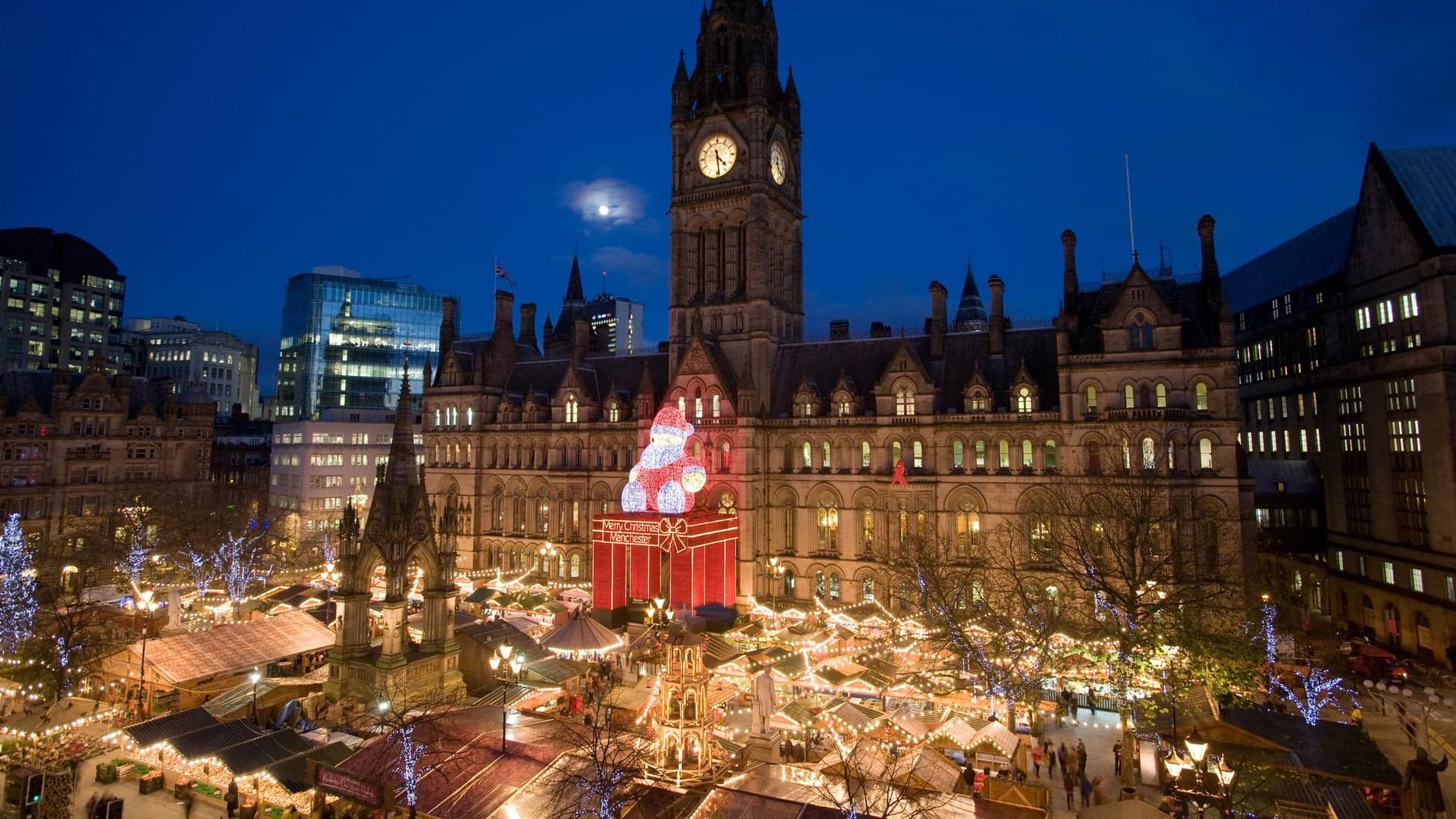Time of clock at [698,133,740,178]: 4:28
